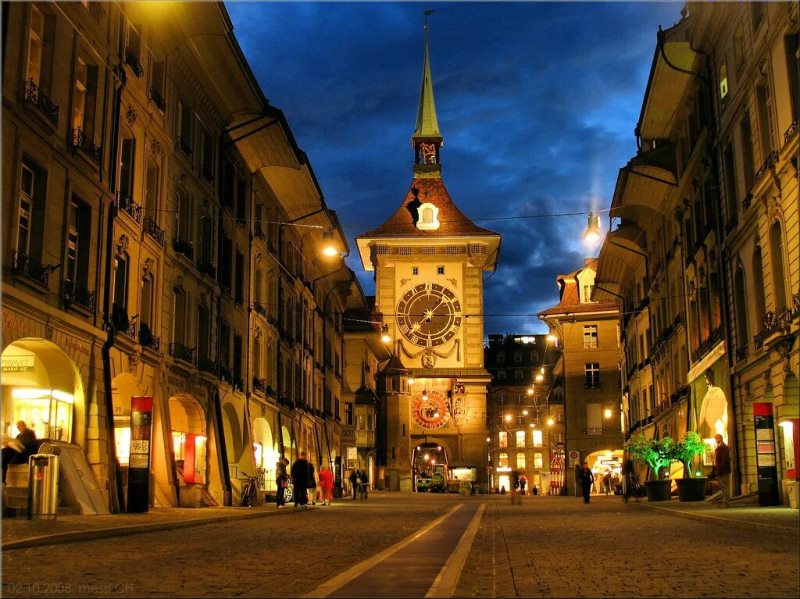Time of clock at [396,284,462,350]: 1:37
